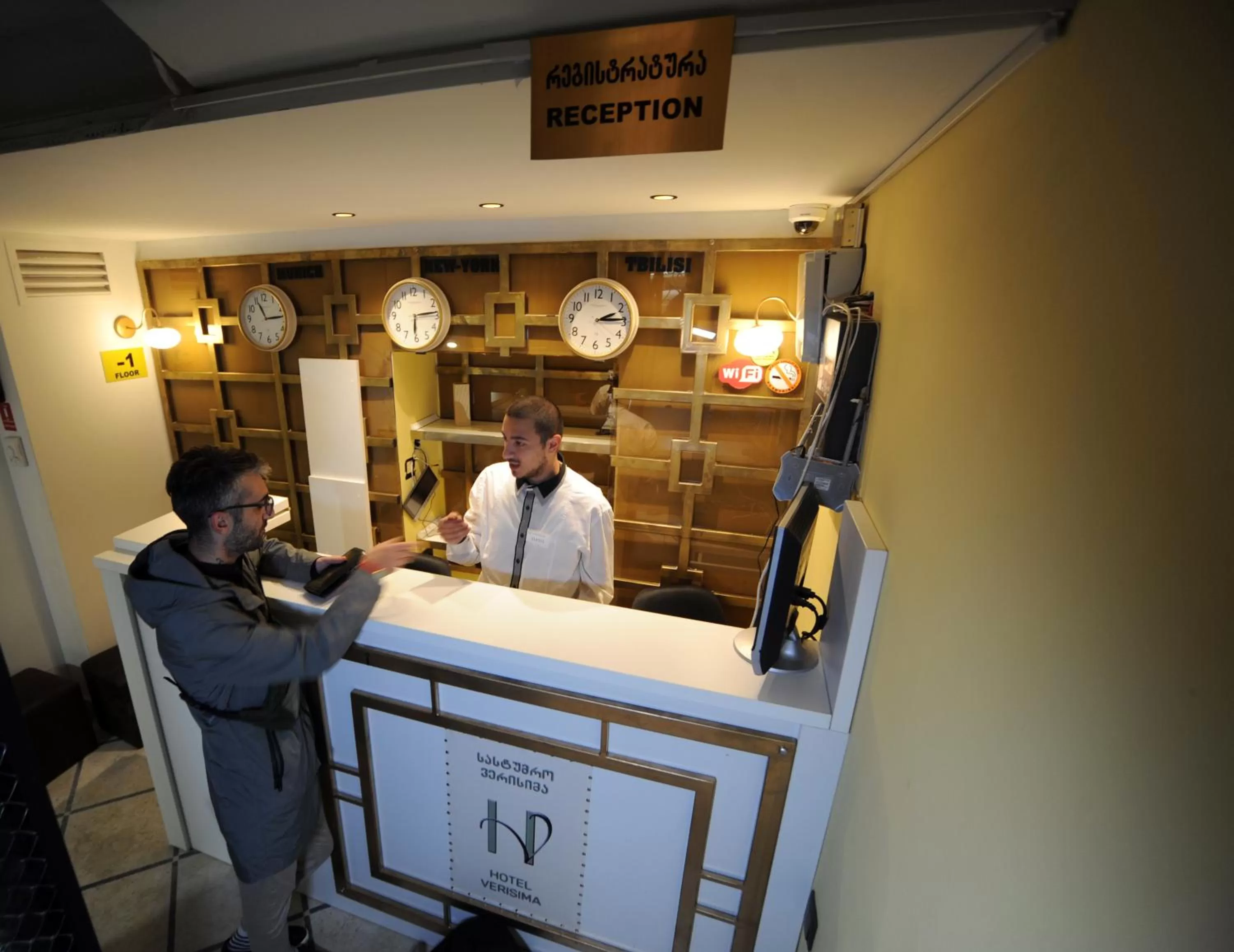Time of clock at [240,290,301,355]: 11:14
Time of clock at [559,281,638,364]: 2:14
